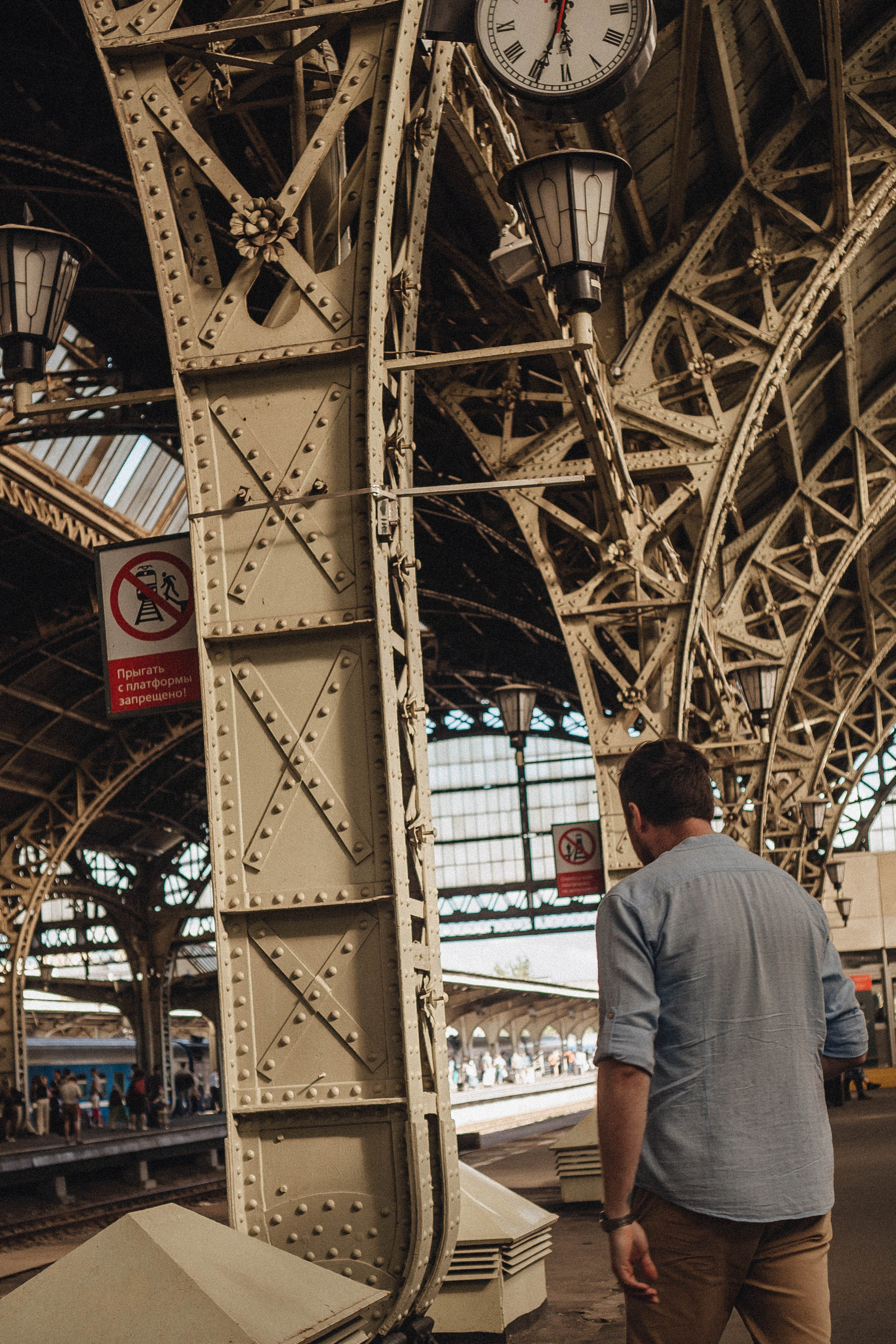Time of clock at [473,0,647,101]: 5:33
